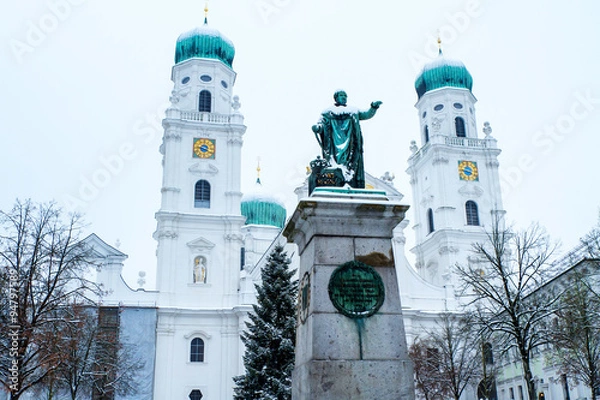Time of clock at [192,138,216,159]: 9:20
